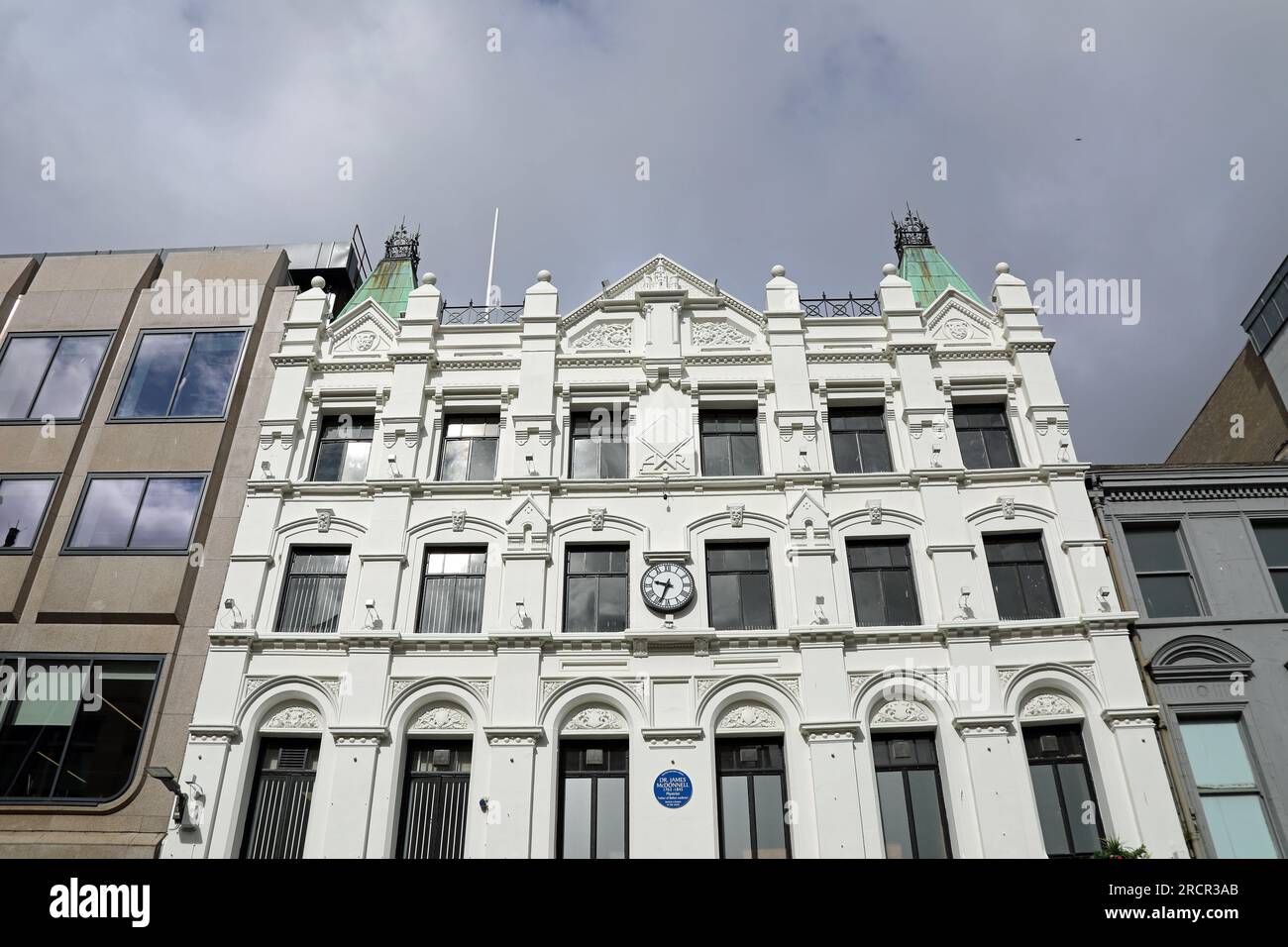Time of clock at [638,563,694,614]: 9:33
